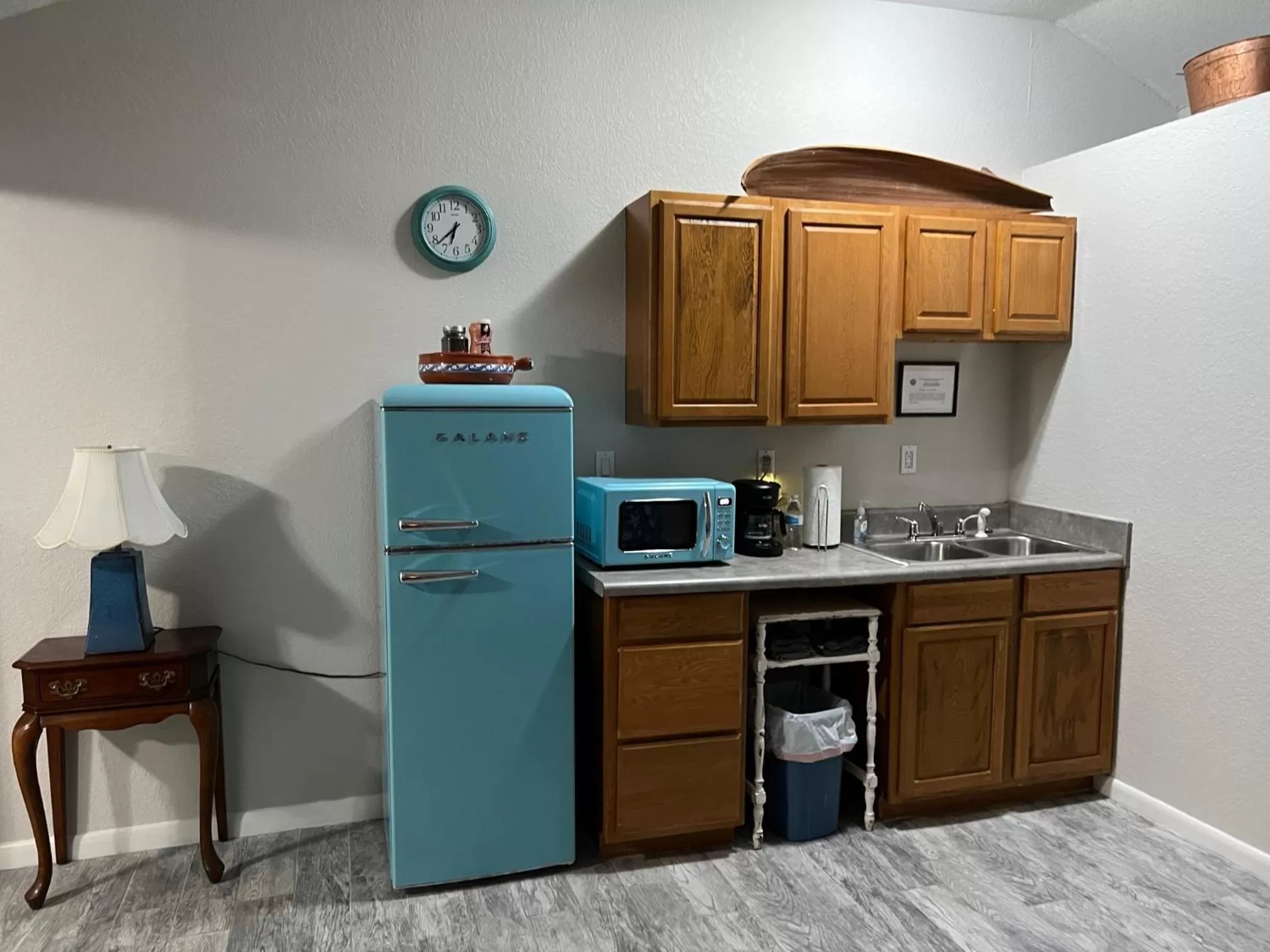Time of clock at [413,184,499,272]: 6:38
